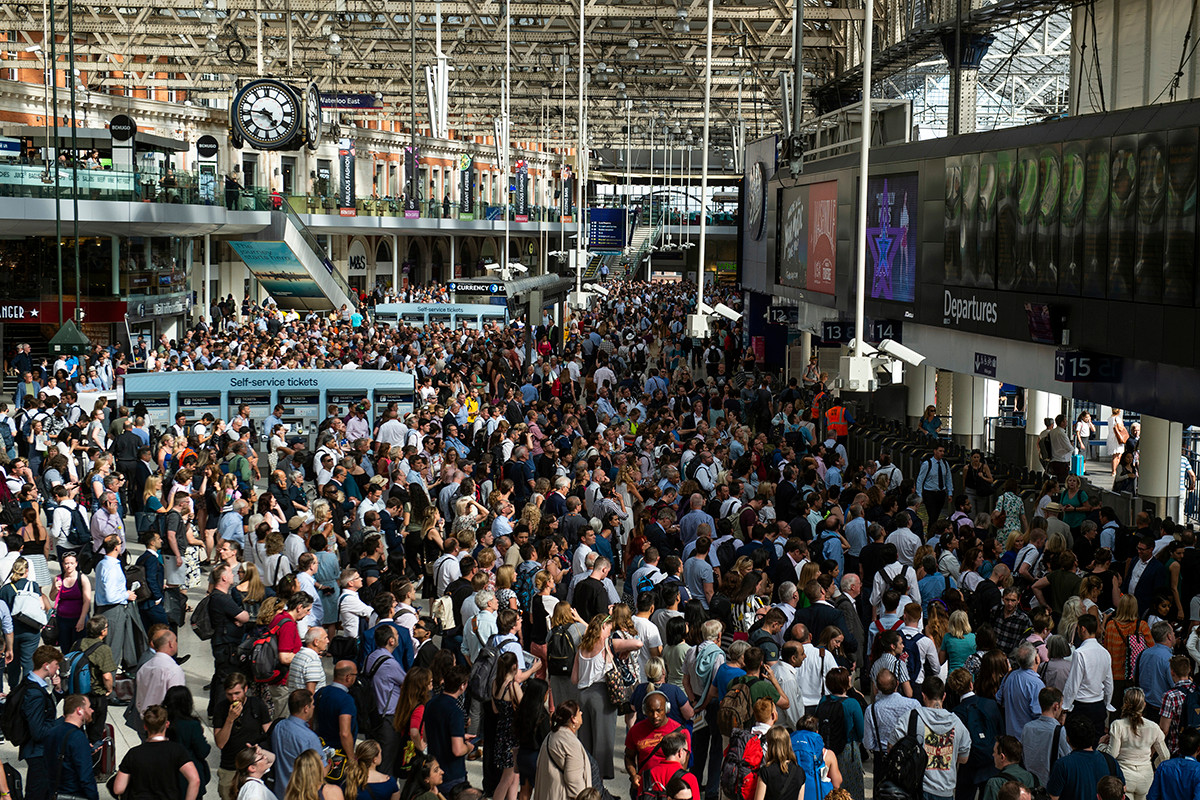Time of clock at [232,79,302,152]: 4:45
